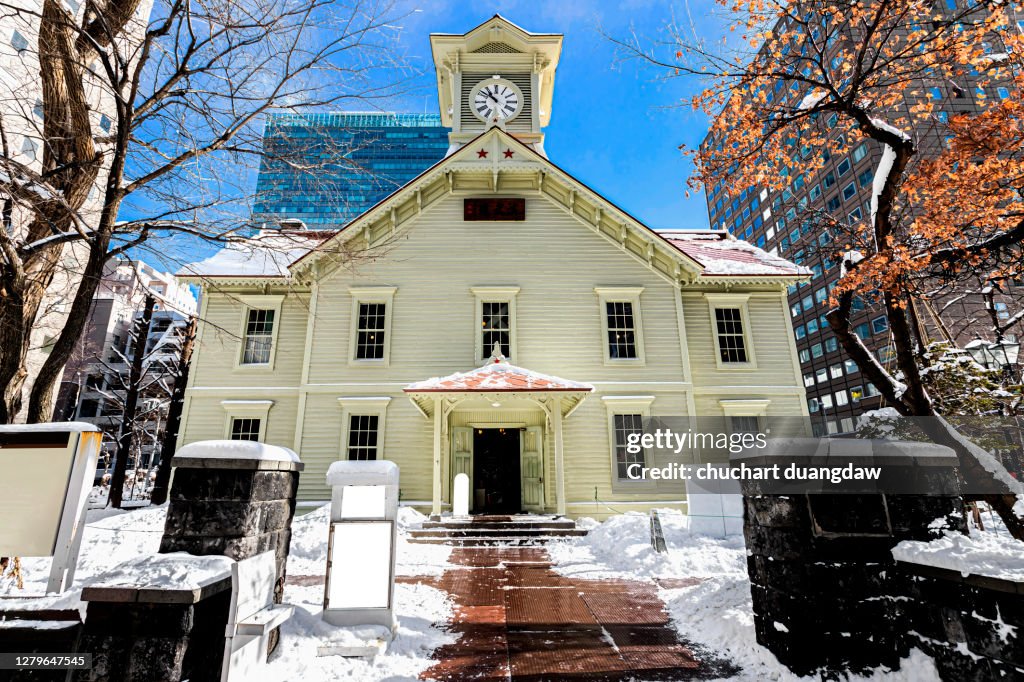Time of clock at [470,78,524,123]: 10:51
